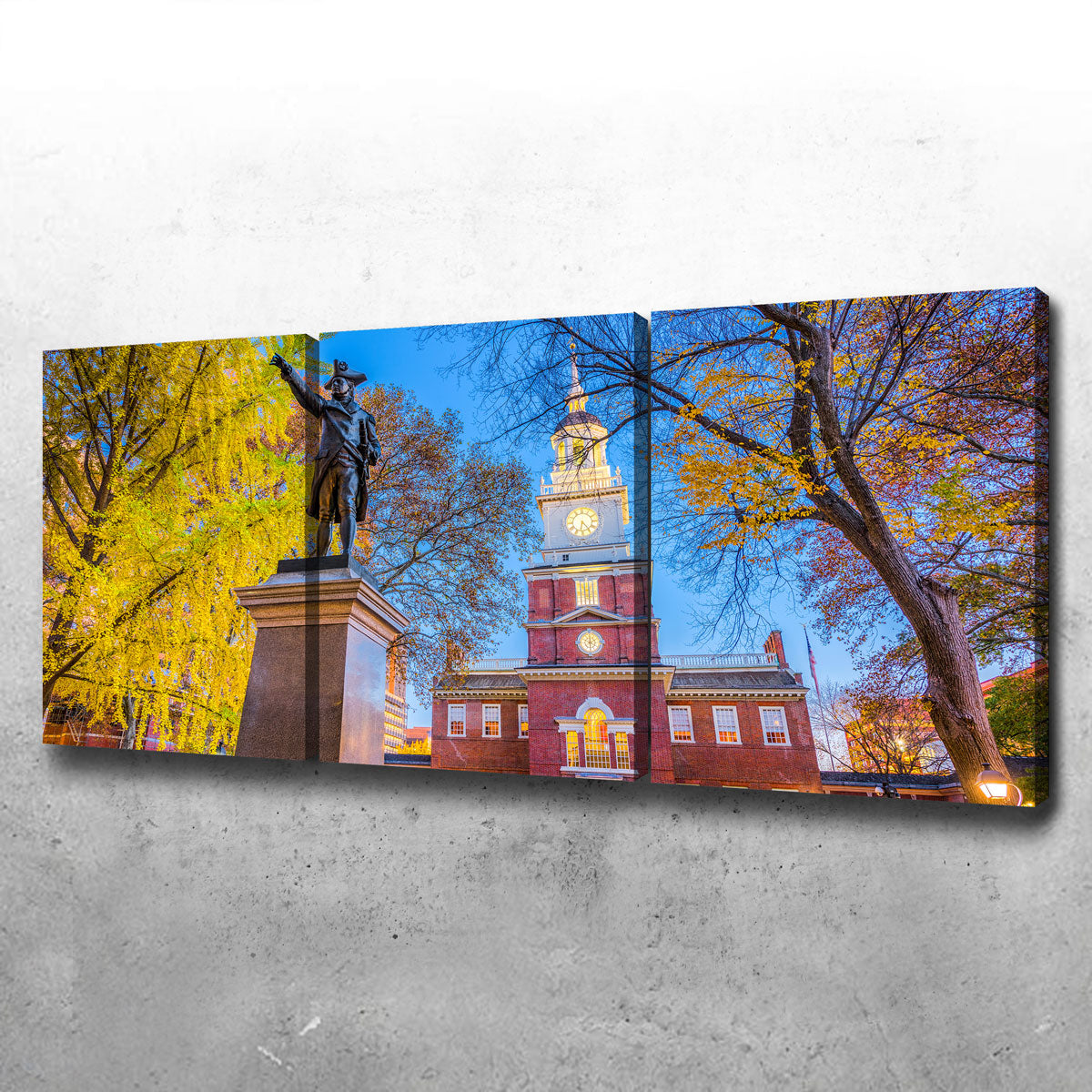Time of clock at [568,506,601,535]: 6:23
